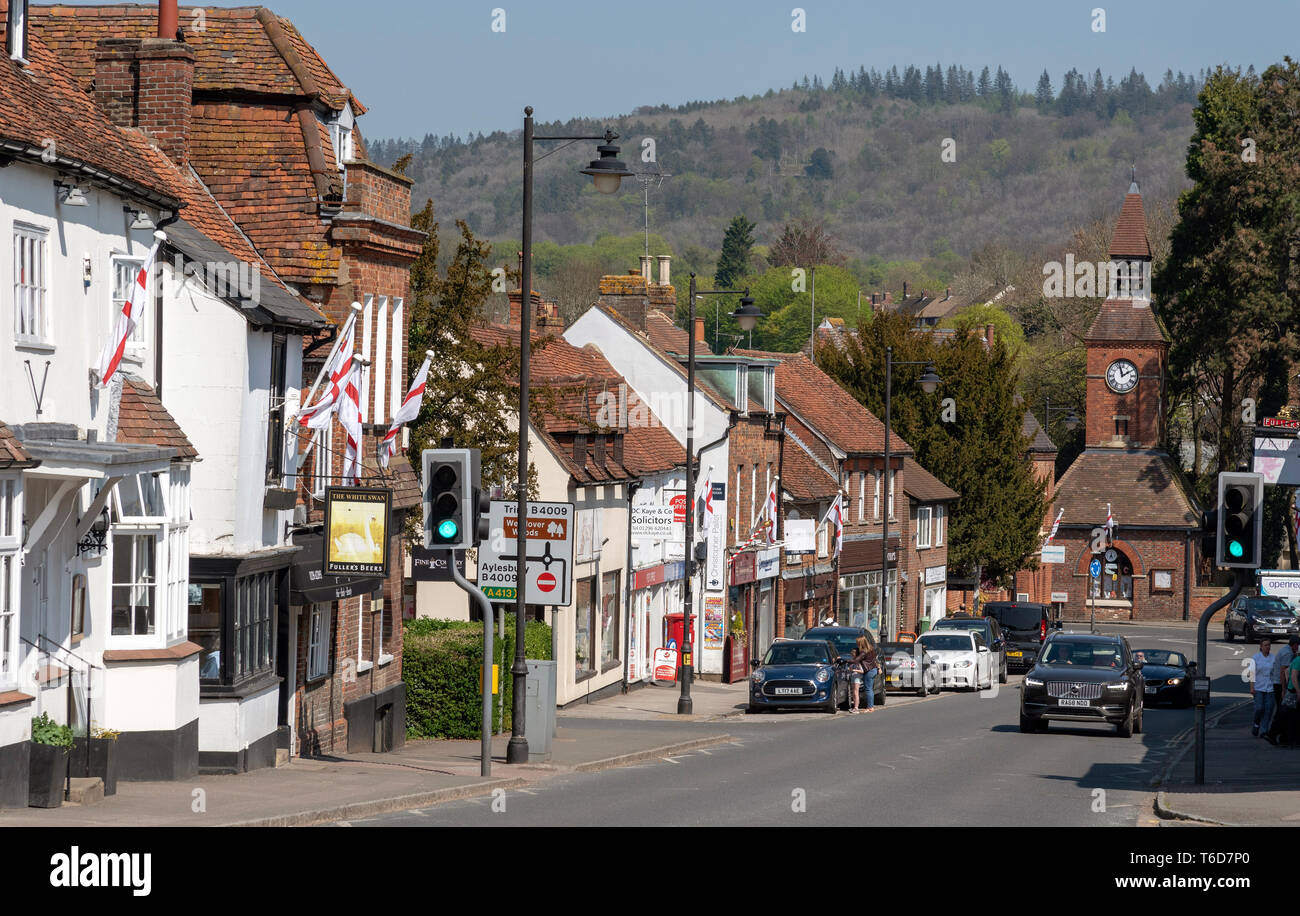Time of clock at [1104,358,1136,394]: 1:57
